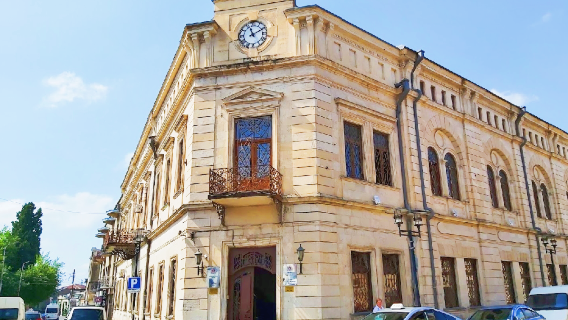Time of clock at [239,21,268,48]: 11:10
